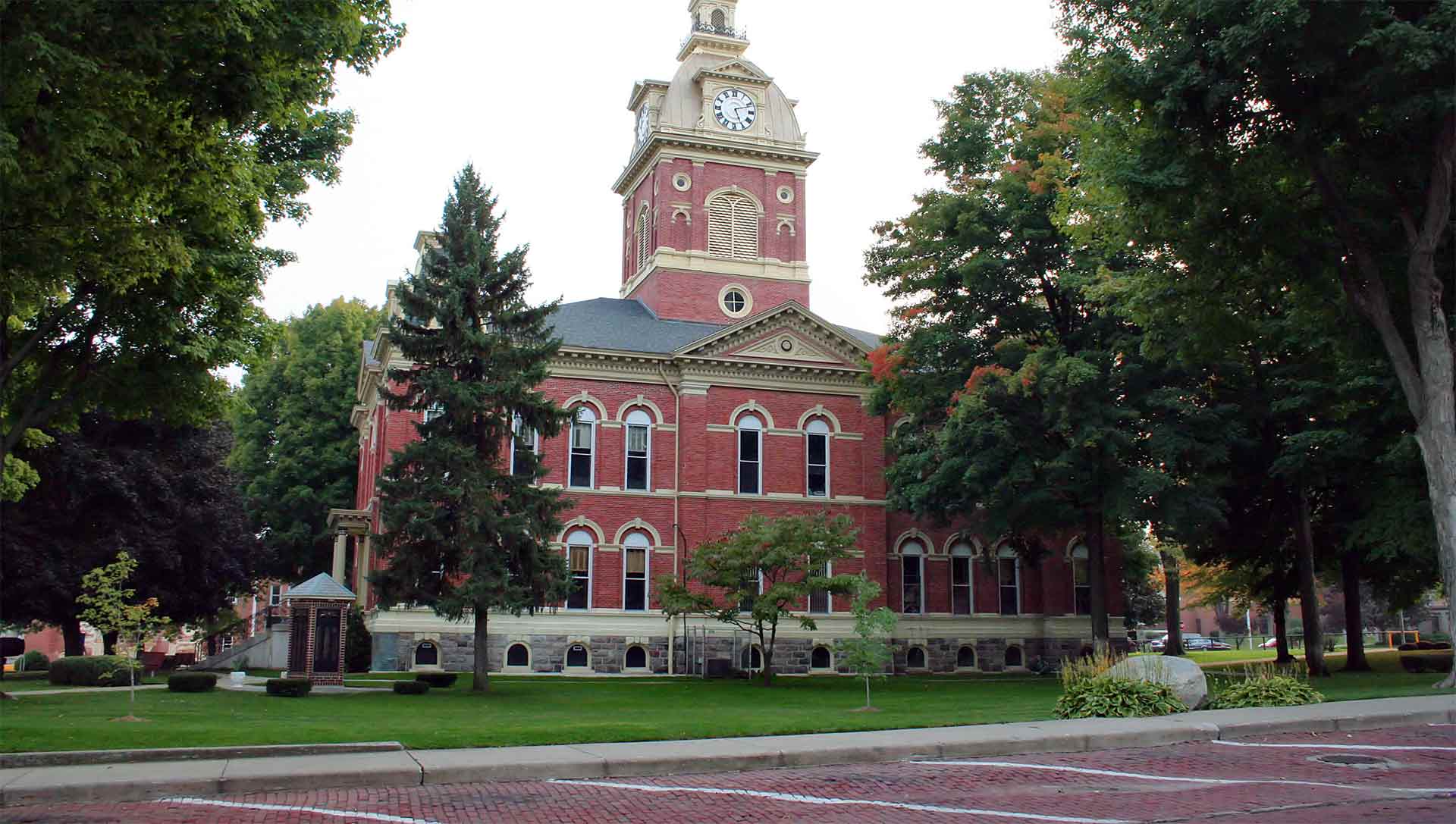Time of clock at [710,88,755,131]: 5:11
